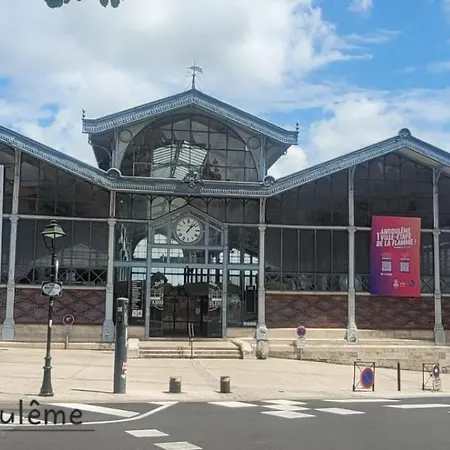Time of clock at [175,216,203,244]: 1:07
